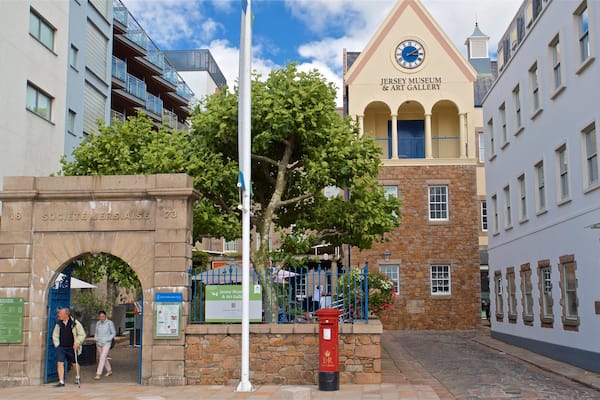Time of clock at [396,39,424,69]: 3:10
